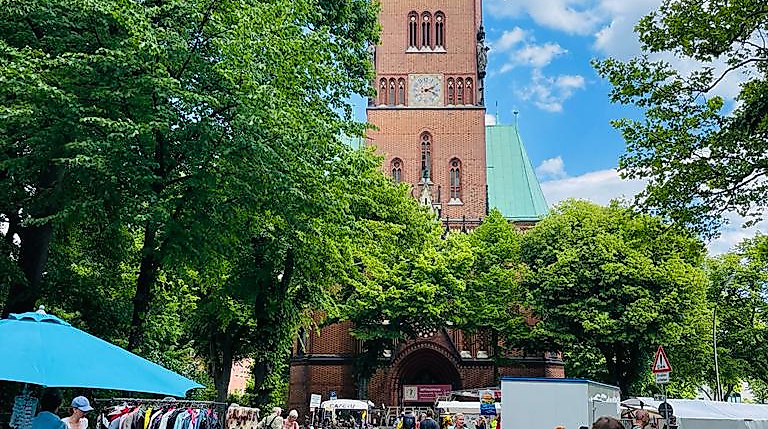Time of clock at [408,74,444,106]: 2:18
